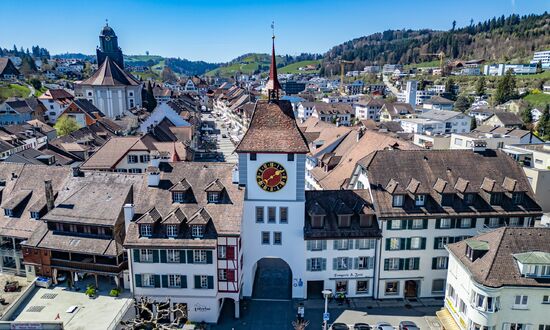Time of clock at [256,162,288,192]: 1:39
